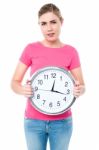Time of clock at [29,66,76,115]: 12:16
